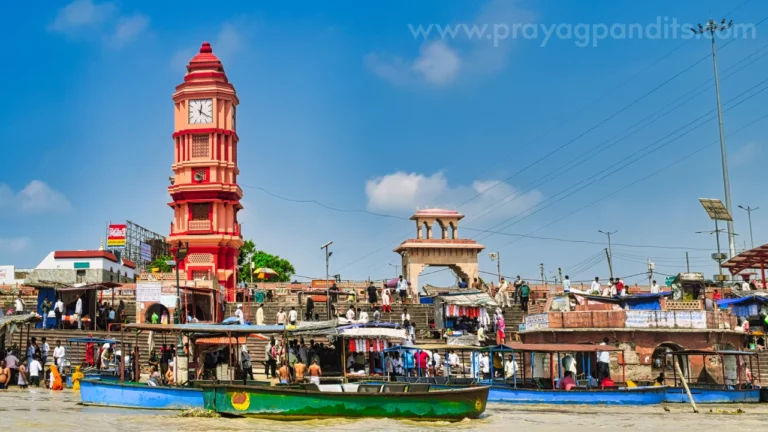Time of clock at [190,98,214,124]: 12:20
